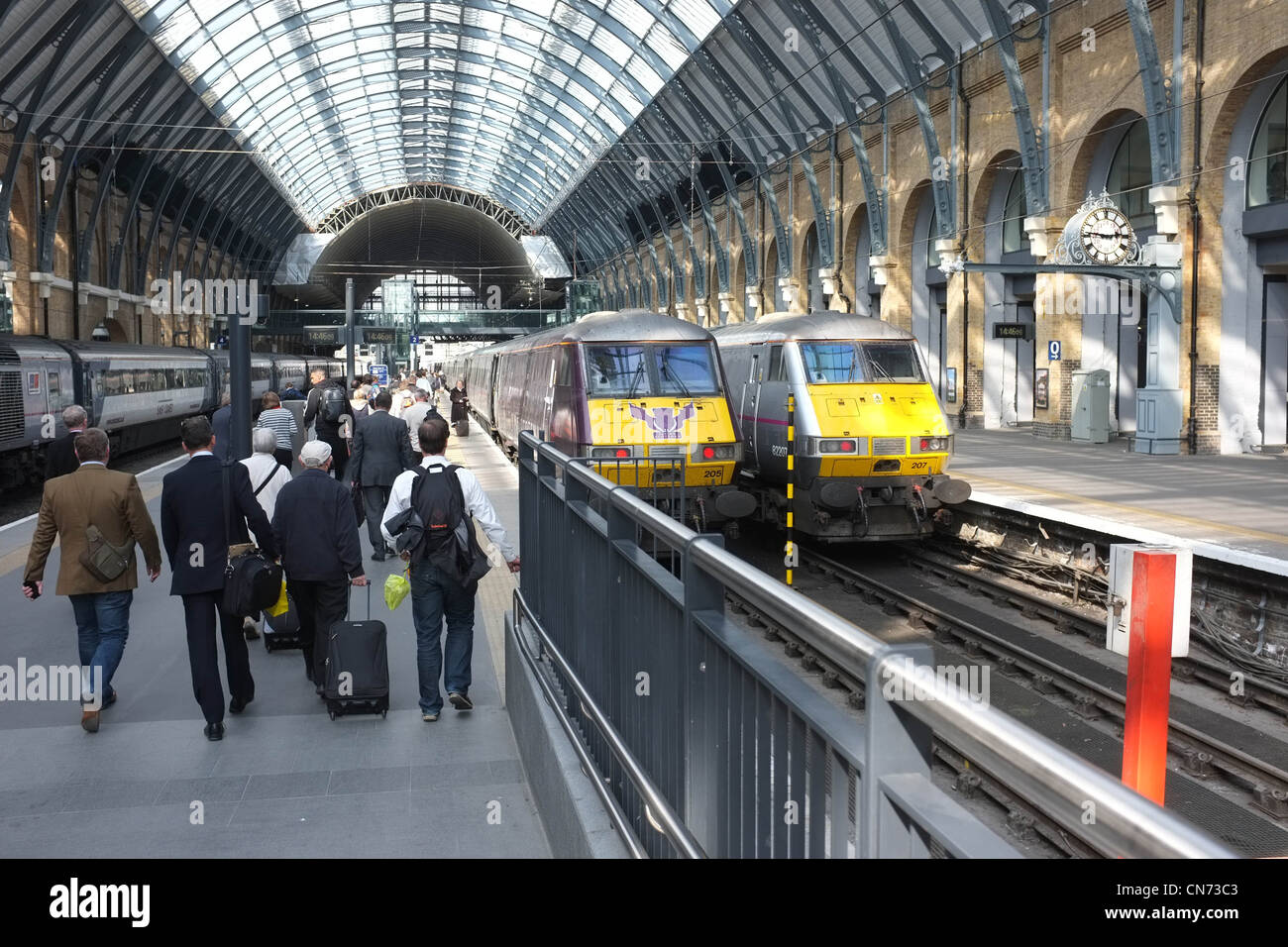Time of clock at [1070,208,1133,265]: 2:46
